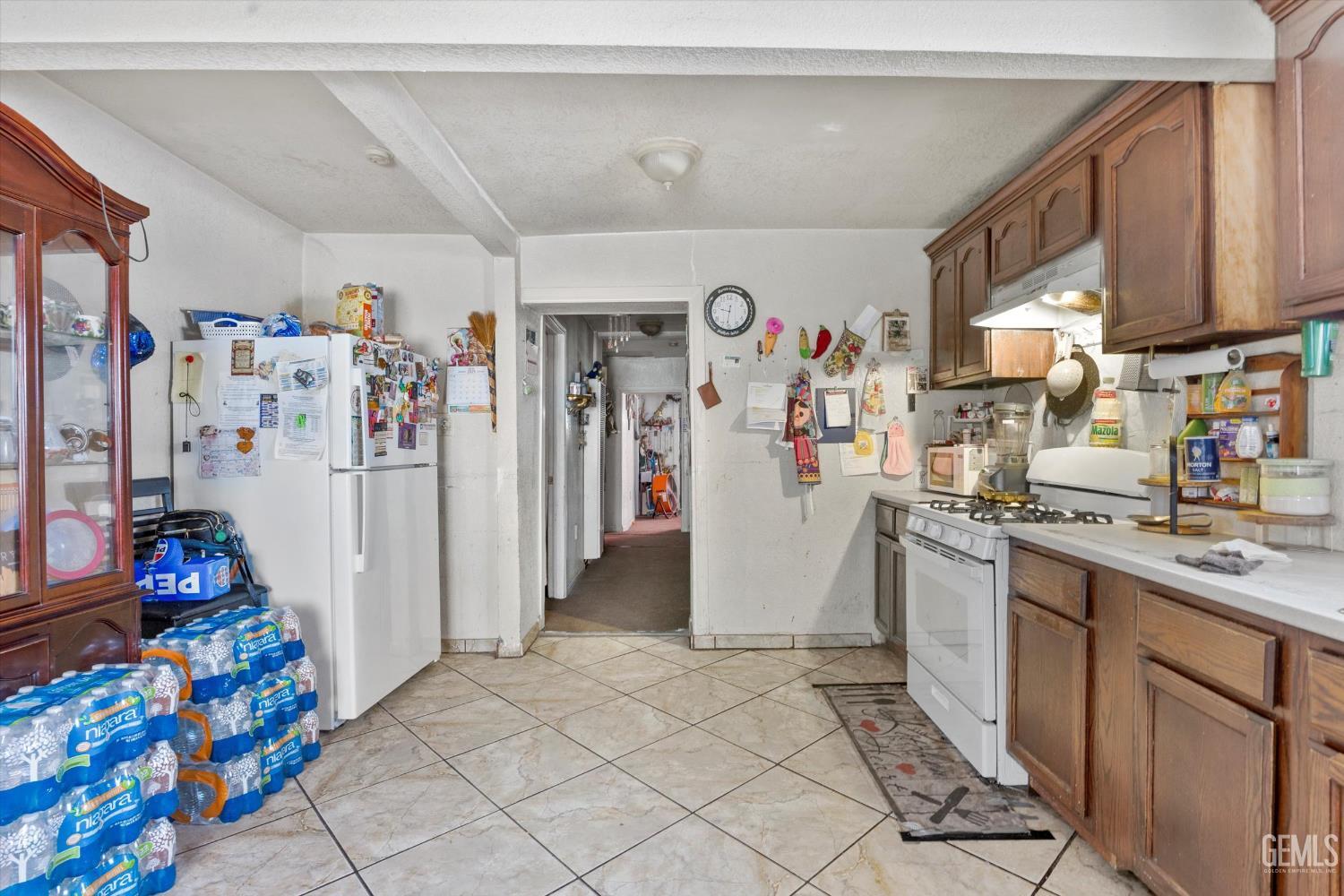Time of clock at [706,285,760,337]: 9:31
